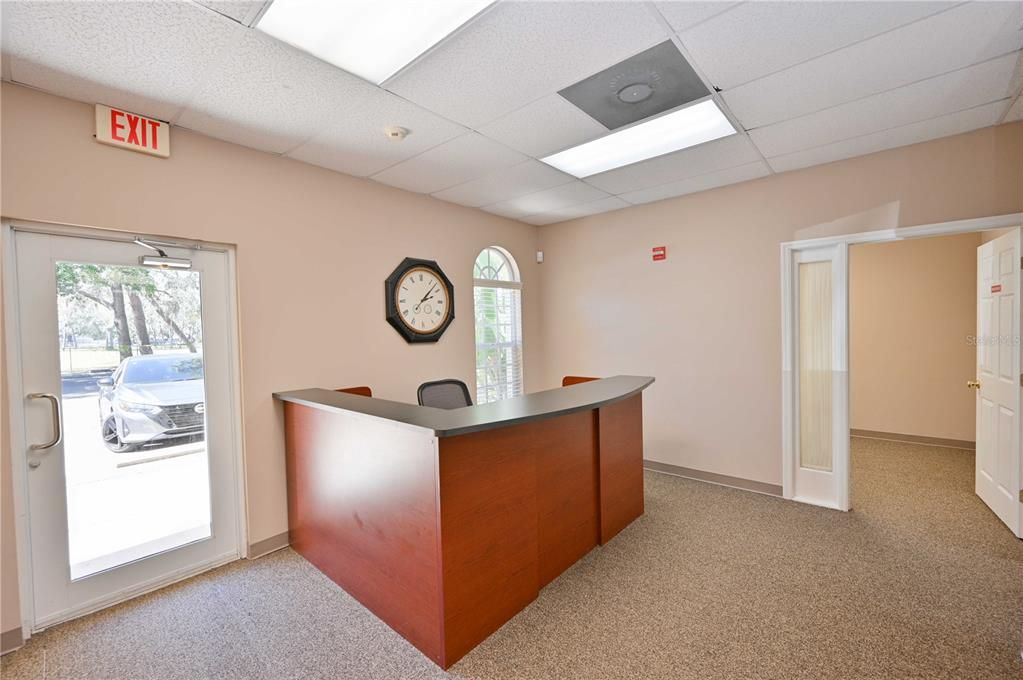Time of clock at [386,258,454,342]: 2:07
